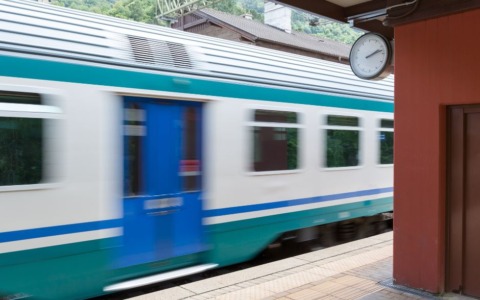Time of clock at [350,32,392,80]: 2:12
